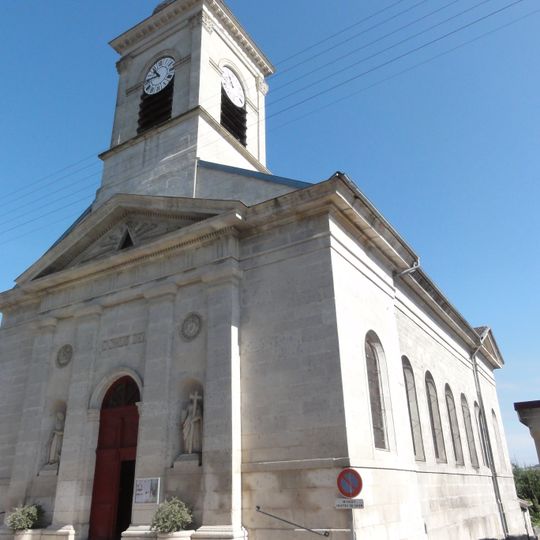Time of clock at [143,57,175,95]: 10:45
